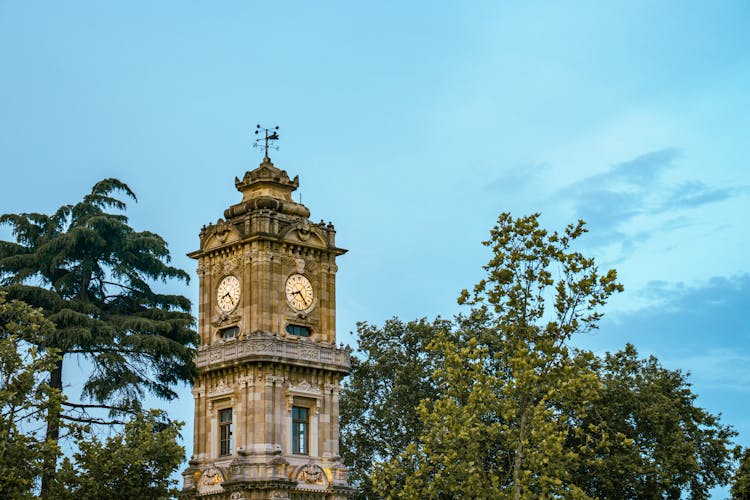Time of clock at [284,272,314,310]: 8:23
